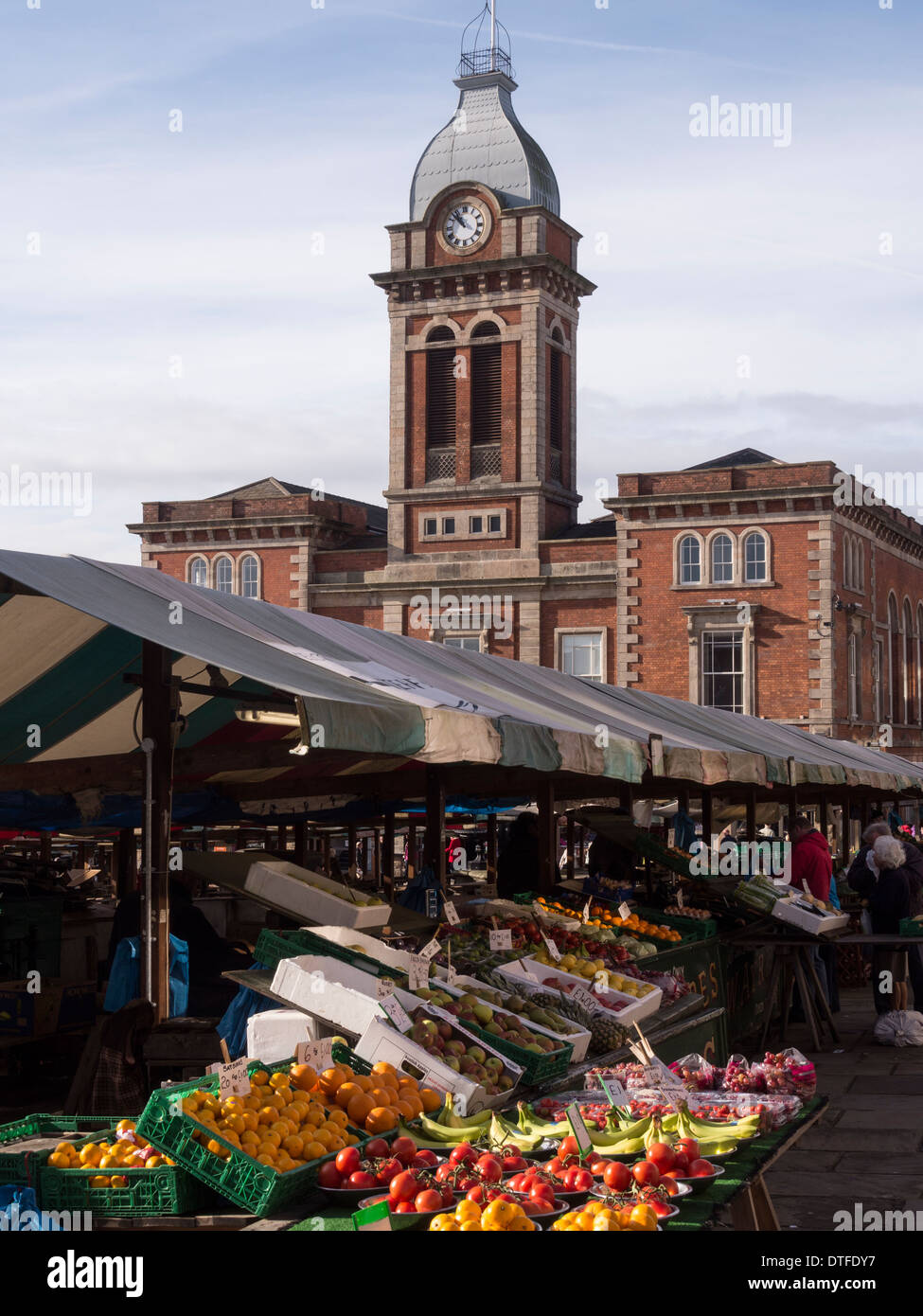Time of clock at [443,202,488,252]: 10:52
